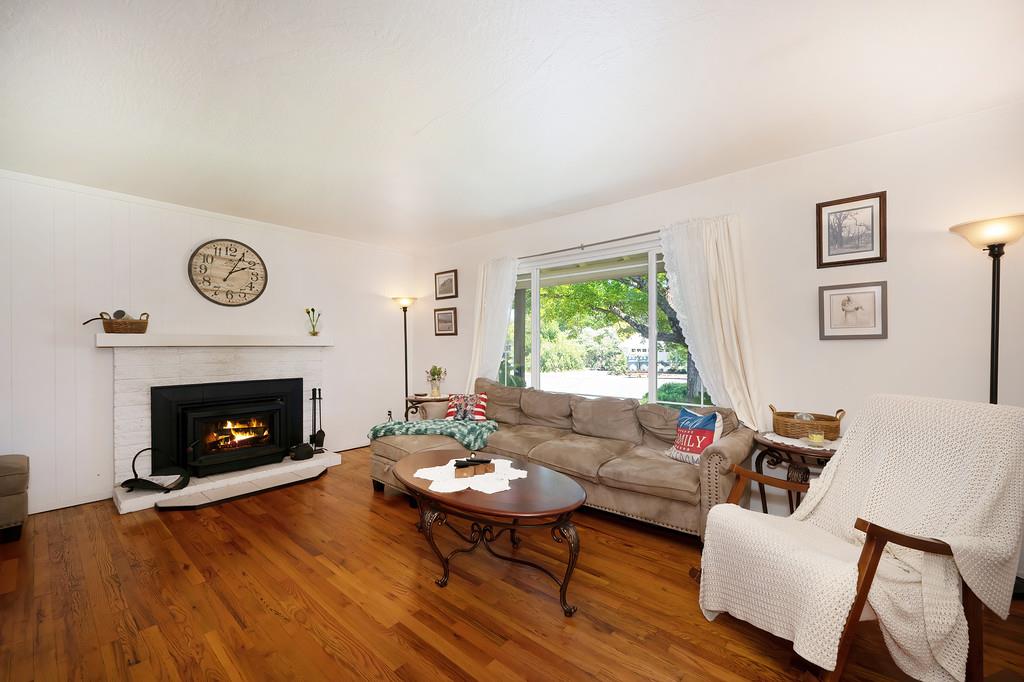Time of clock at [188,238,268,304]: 2:04
